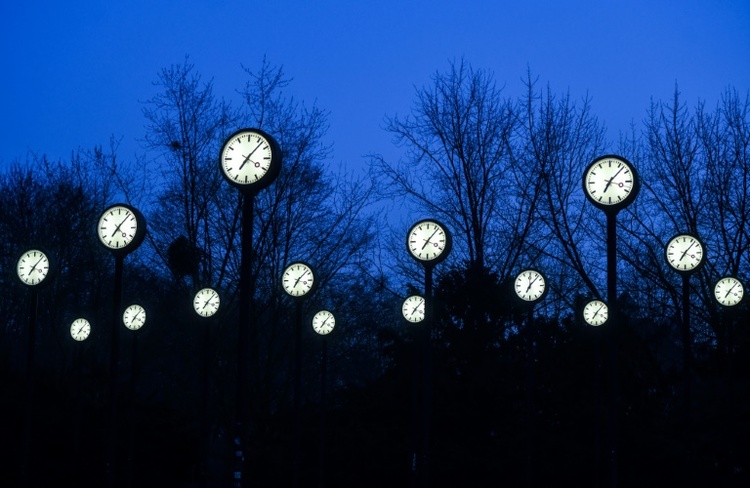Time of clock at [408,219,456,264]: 7:06
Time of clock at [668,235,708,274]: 7:07
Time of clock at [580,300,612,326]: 7:07
